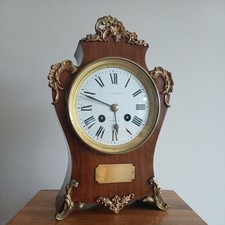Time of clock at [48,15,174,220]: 5:49
